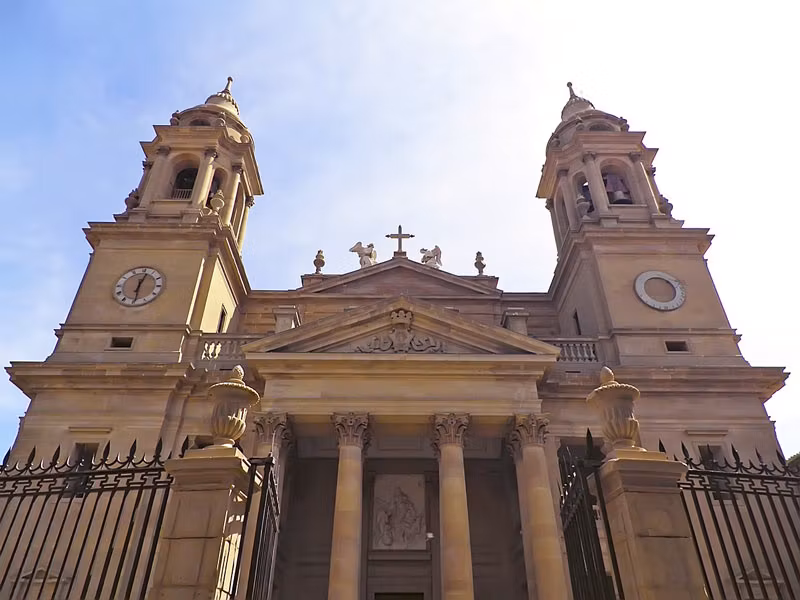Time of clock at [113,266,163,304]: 12:29
